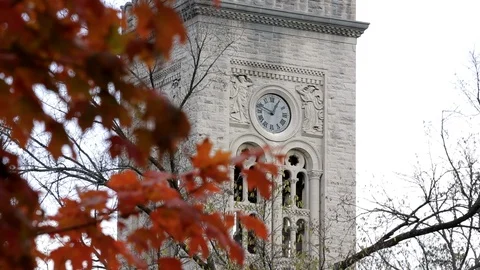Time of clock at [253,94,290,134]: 12:48
